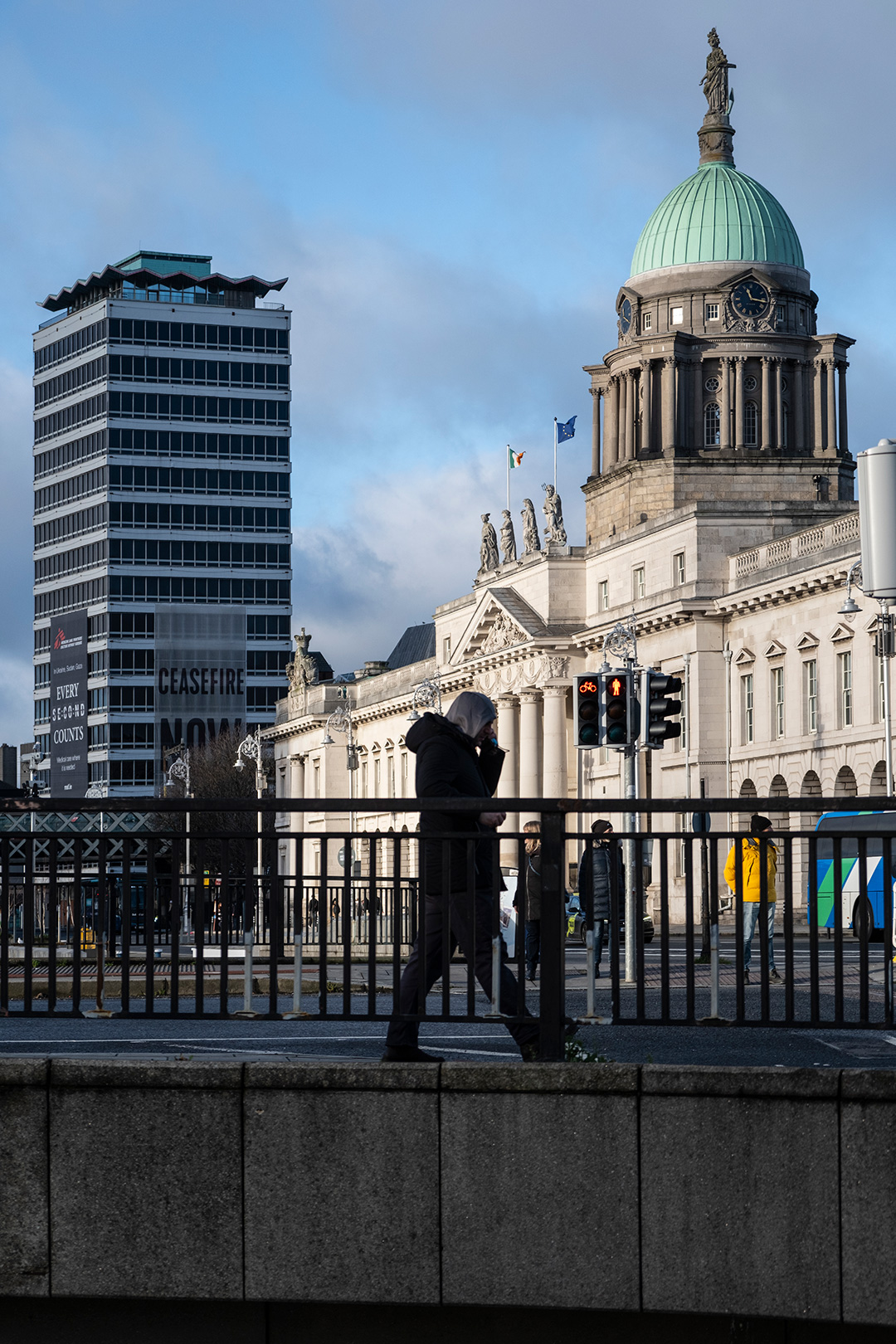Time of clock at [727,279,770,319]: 11:16
